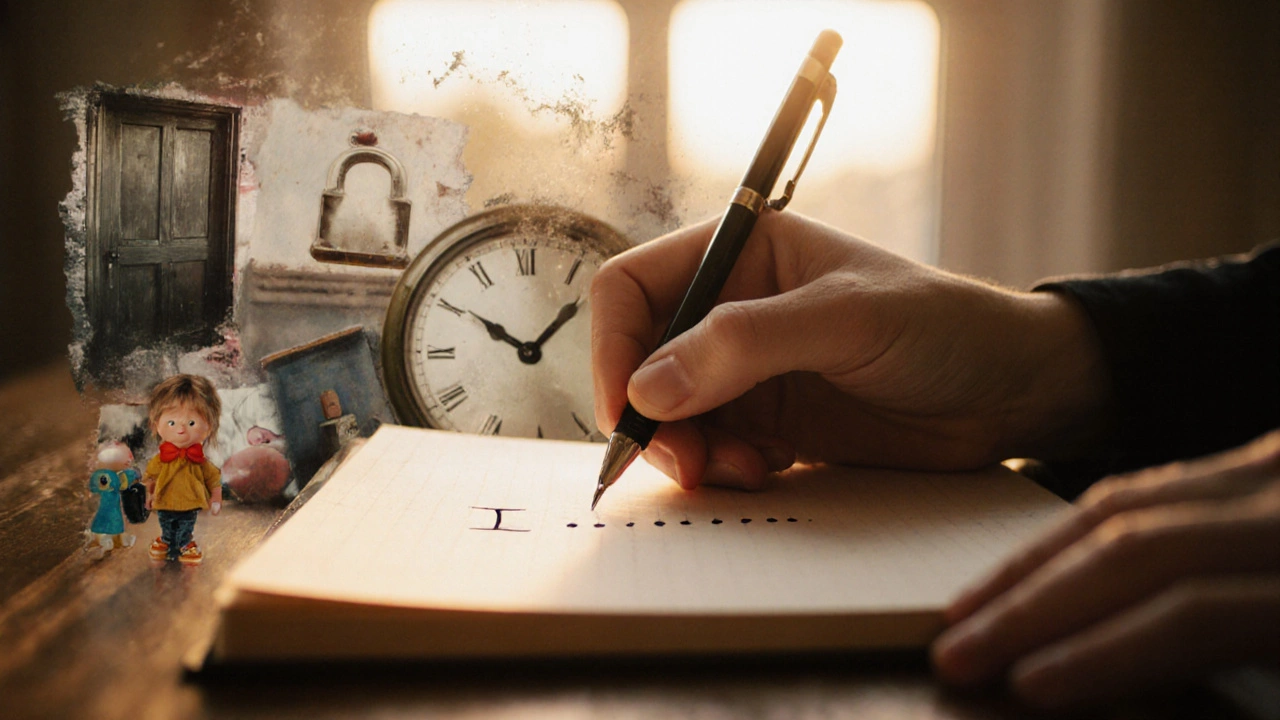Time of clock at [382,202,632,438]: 10:07
